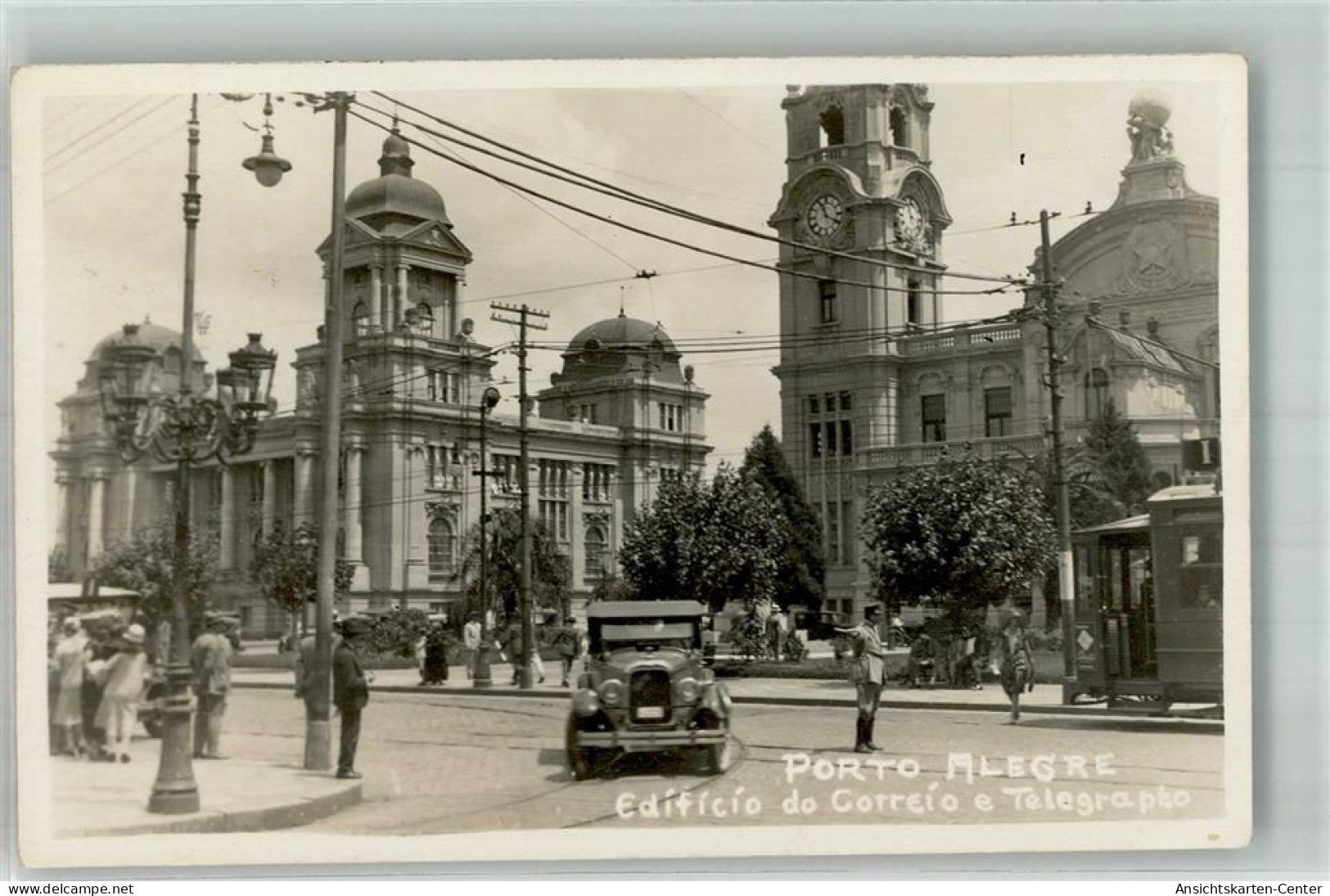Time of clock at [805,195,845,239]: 11:19
